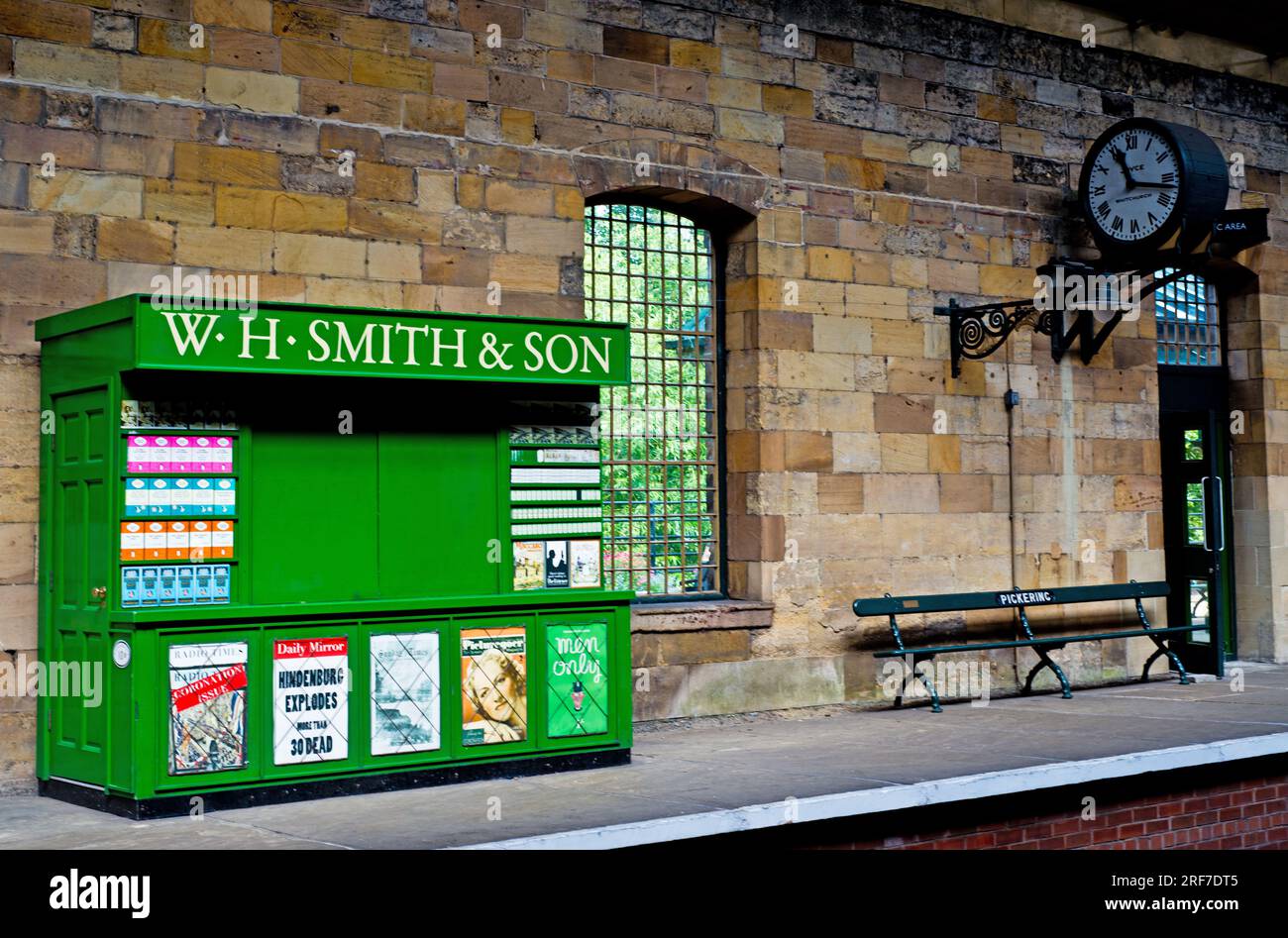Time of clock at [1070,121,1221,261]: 11:16
